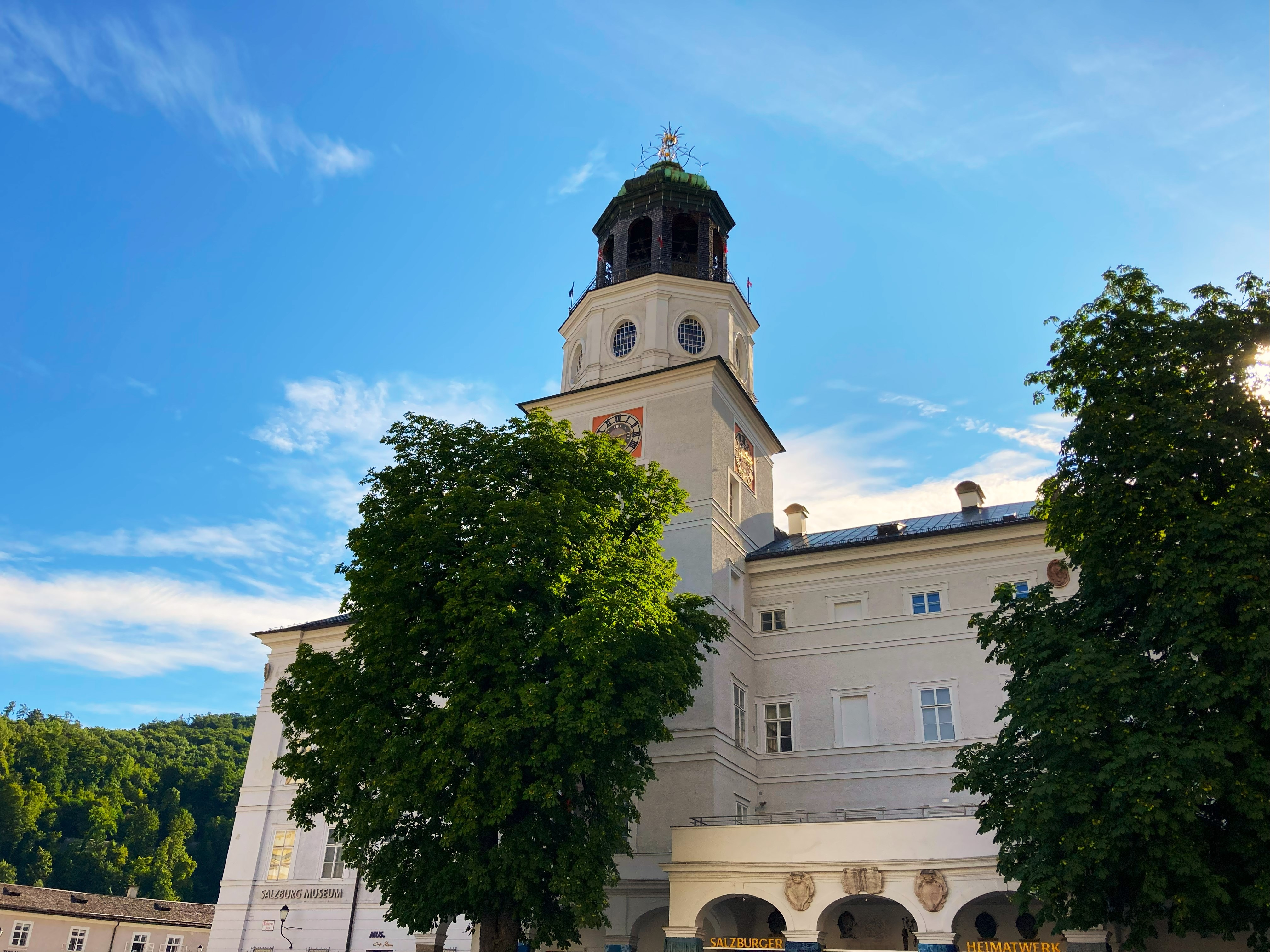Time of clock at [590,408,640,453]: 7:12
